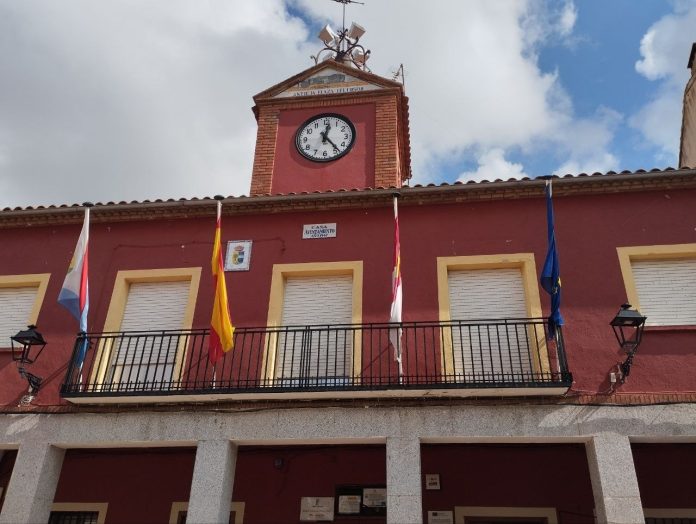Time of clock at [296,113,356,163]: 12:23
